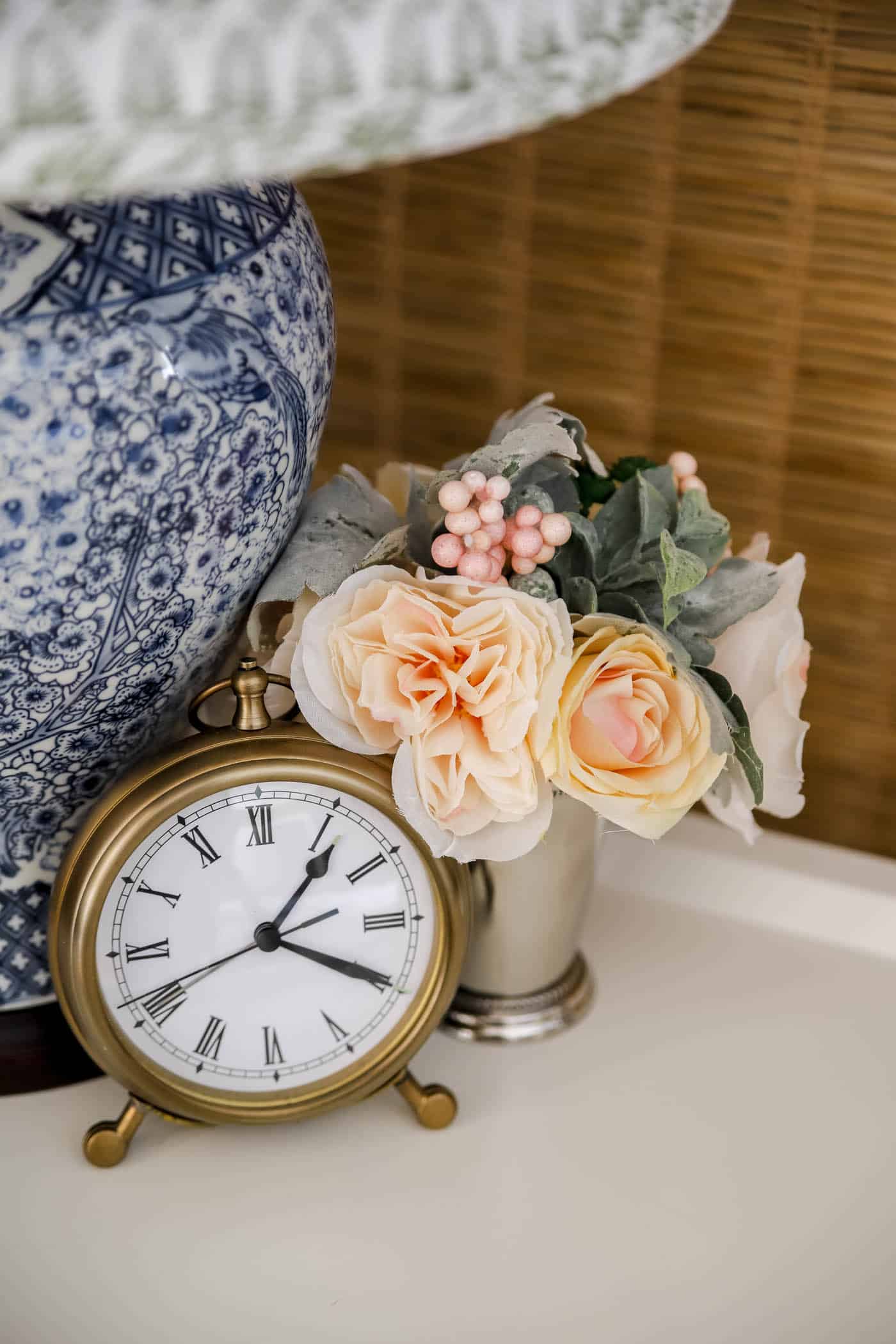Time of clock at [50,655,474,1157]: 1:19
